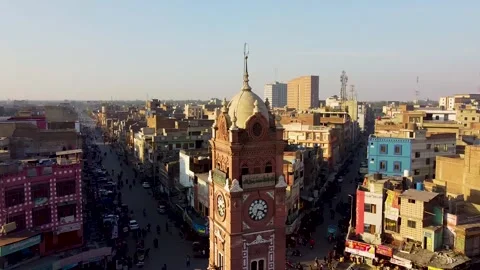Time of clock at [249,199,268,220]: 3:33
